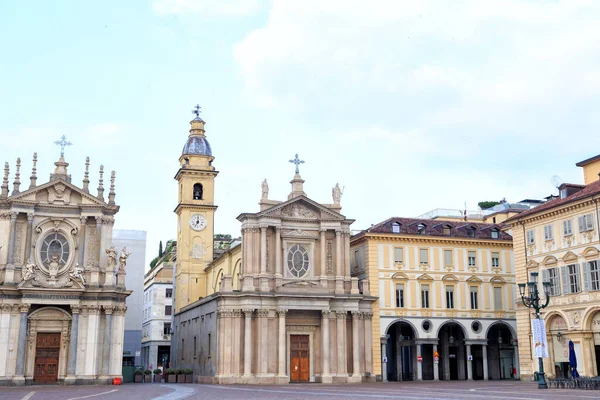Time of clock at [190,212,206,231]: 7:00
